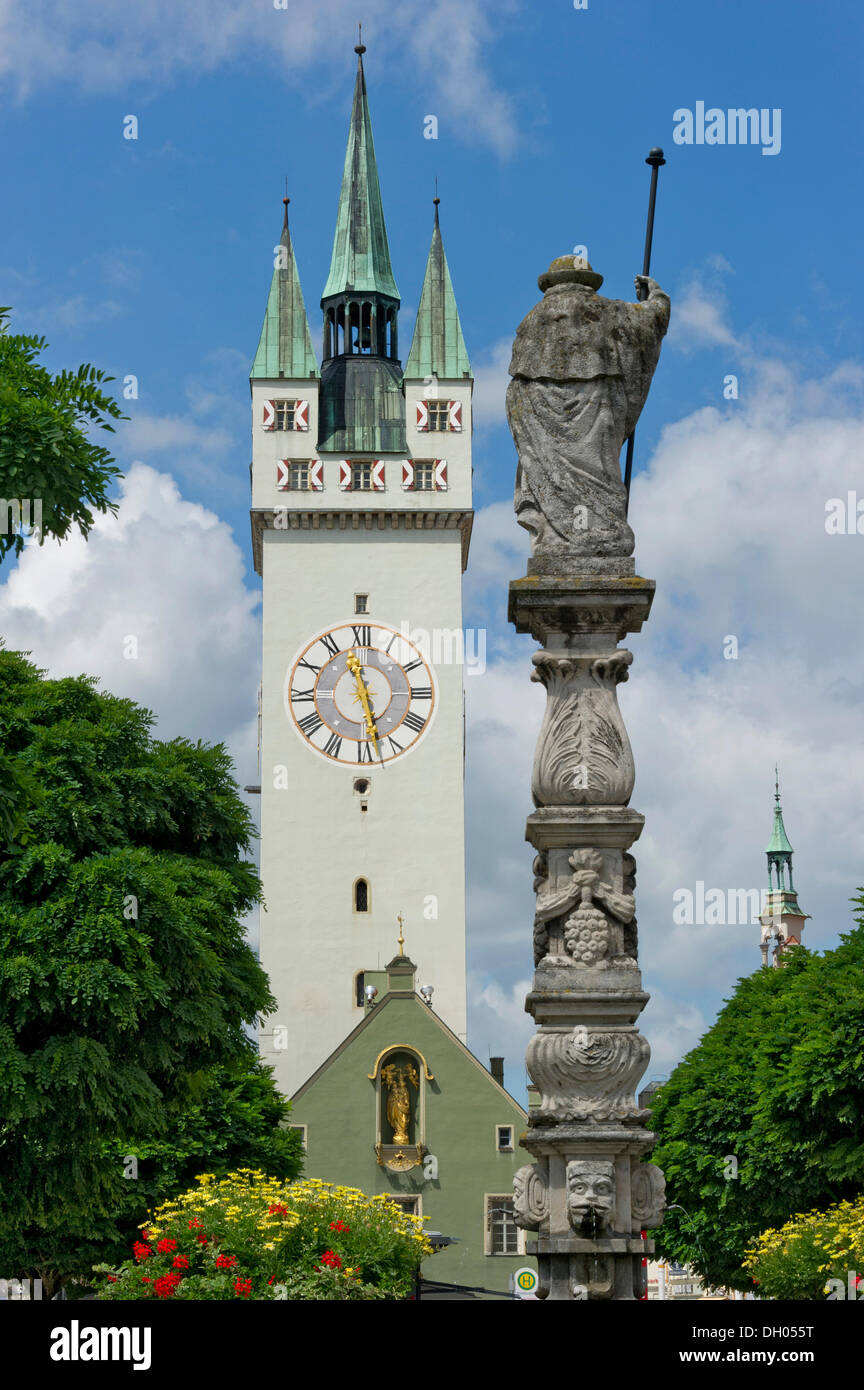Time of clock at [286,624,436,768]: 11:27
